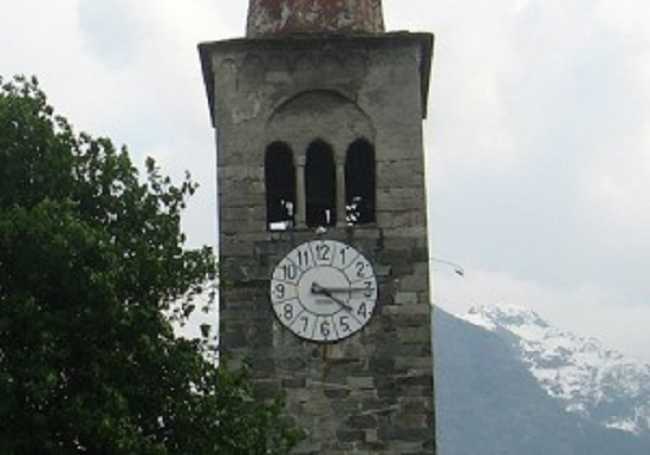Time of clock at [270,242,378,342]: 4:14
